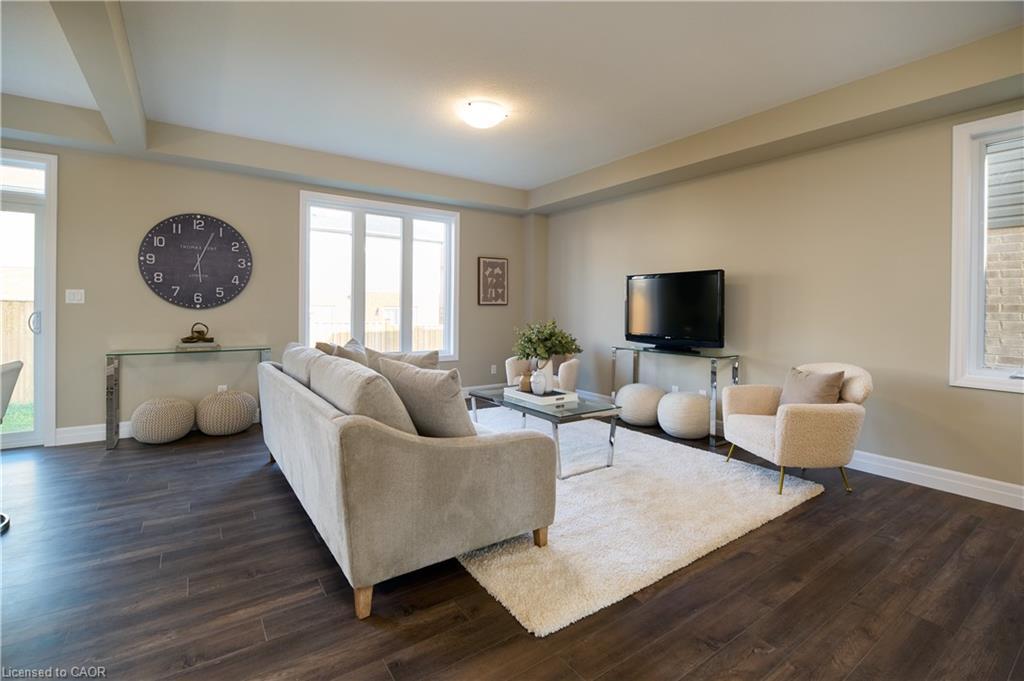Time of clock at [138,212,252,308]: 12:03
